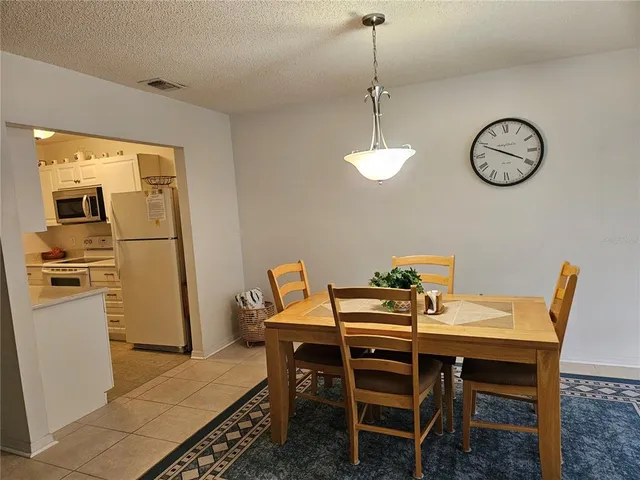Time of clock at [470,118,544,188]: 3:48
